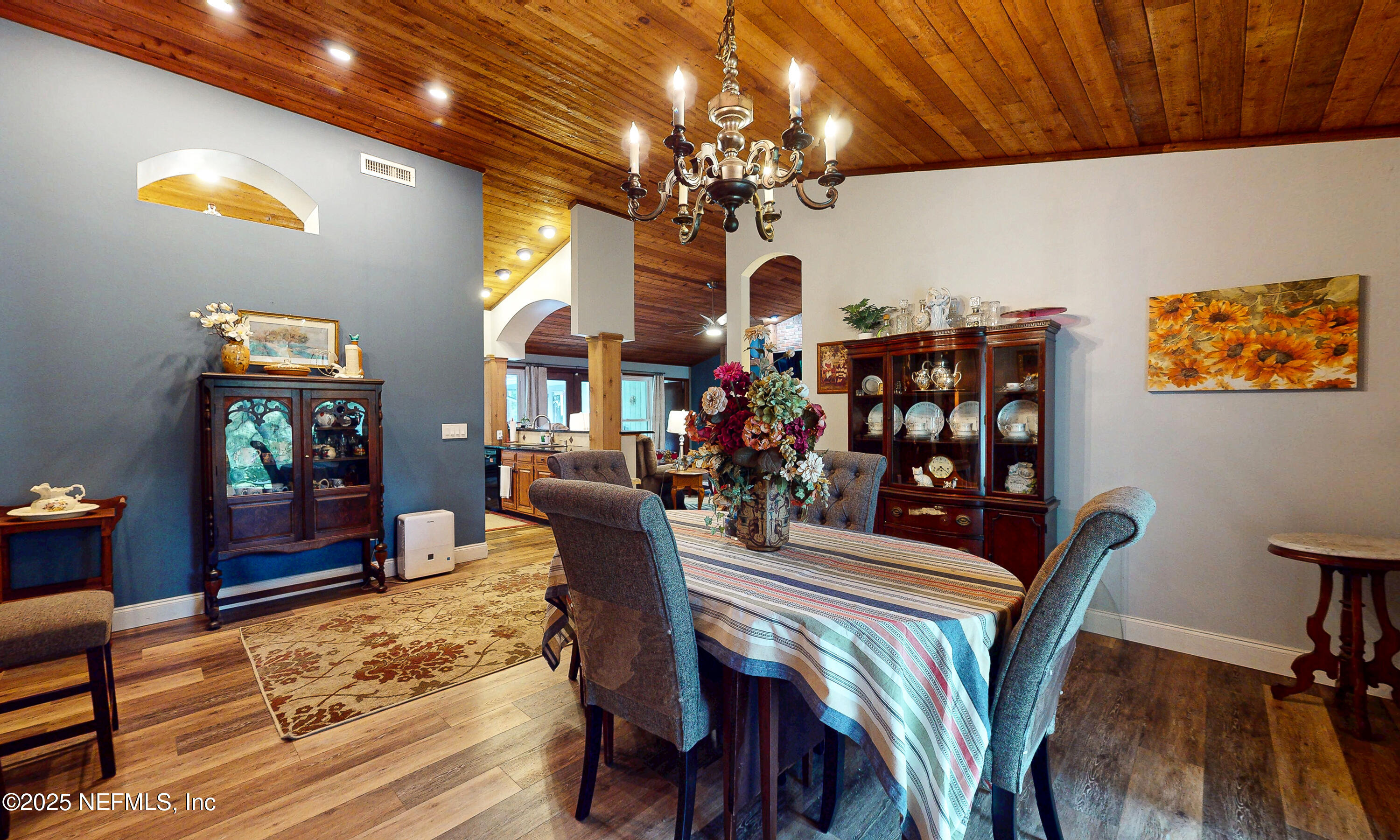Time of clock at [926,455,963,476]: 7:21
